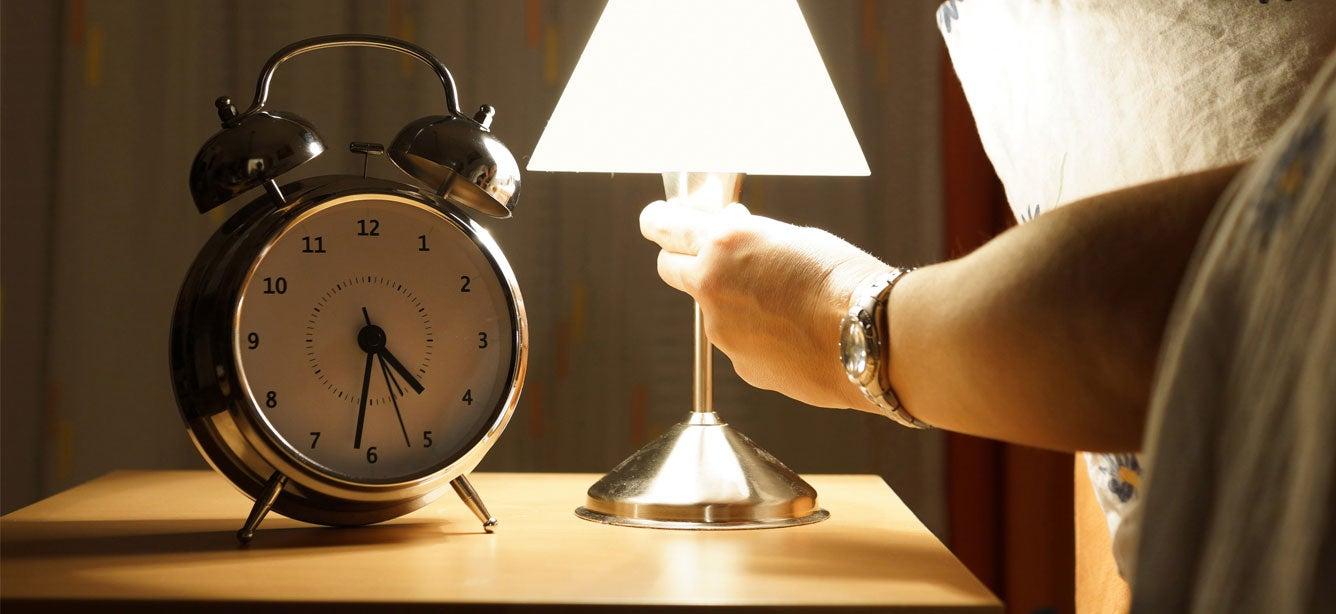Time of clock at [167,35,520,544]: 4:31
